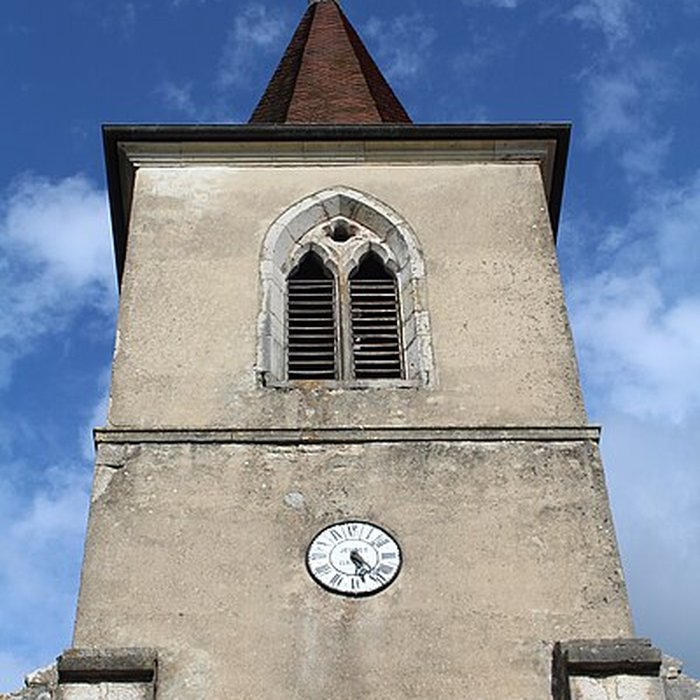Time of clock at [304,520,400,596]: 5:22
